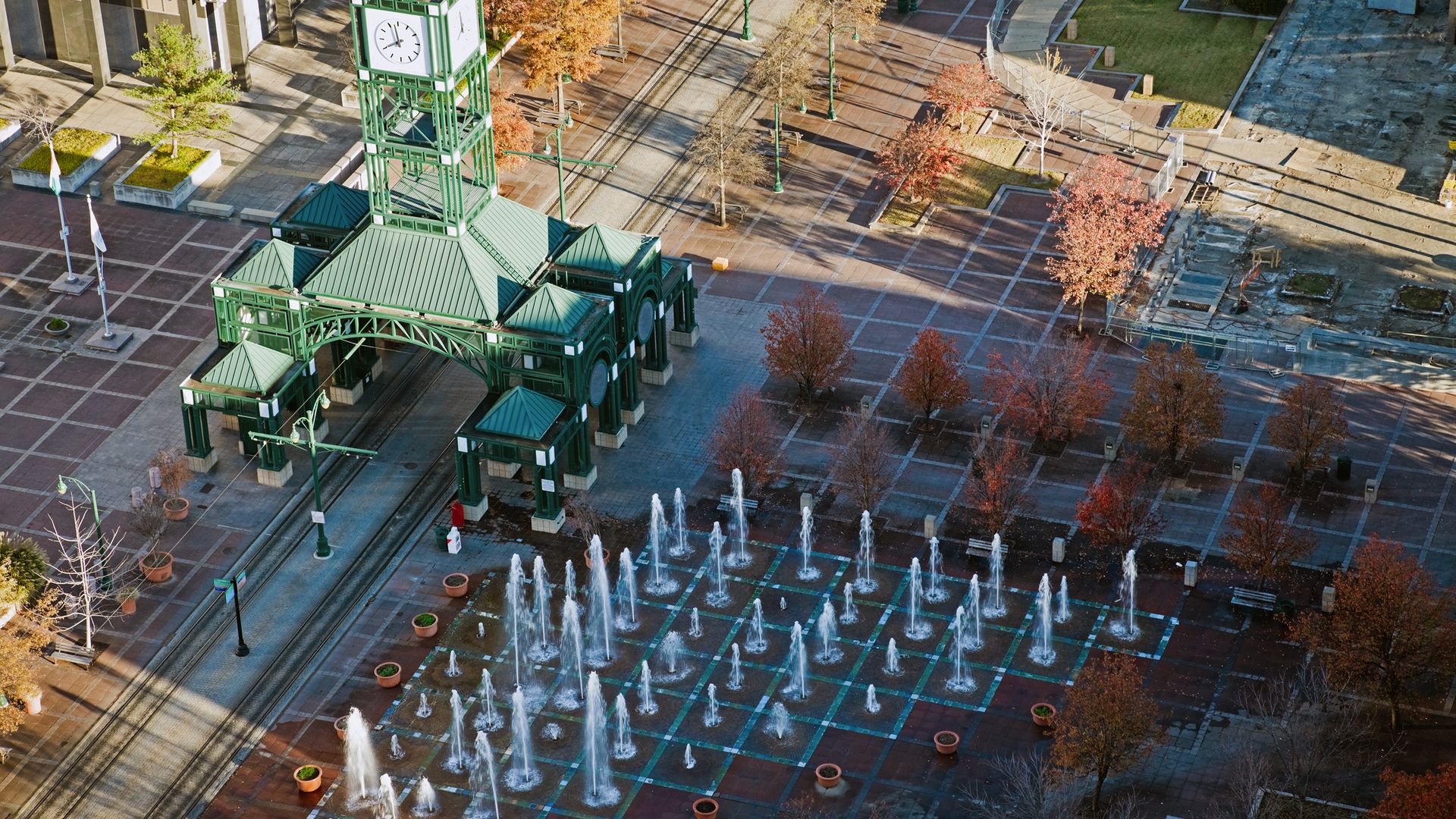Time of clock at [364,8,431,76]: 7:58
